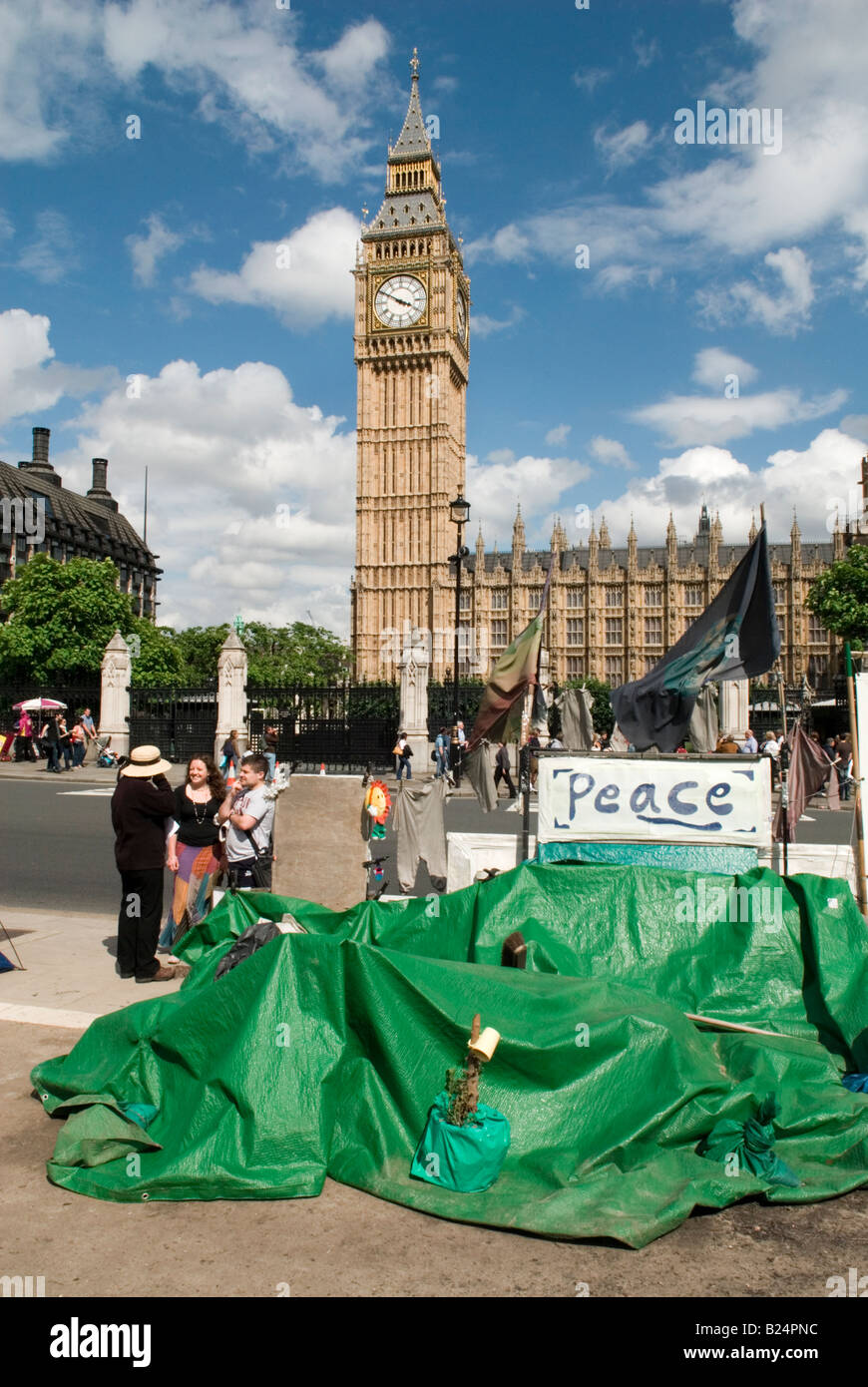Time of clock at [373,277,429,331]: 3:50
